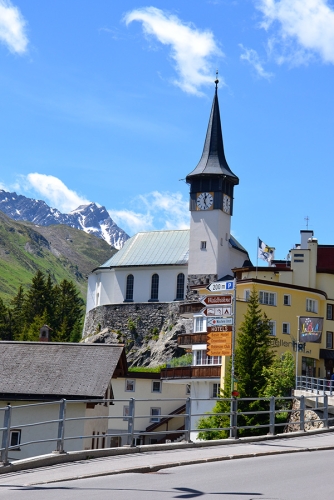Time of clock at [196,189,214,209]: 12:26
